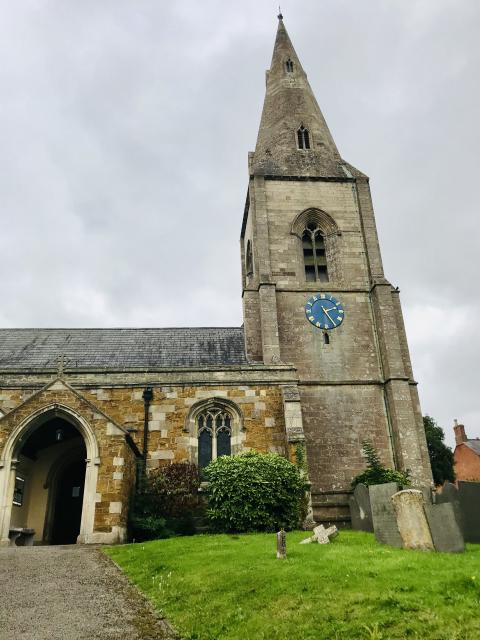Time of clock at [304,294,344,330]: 2:24
